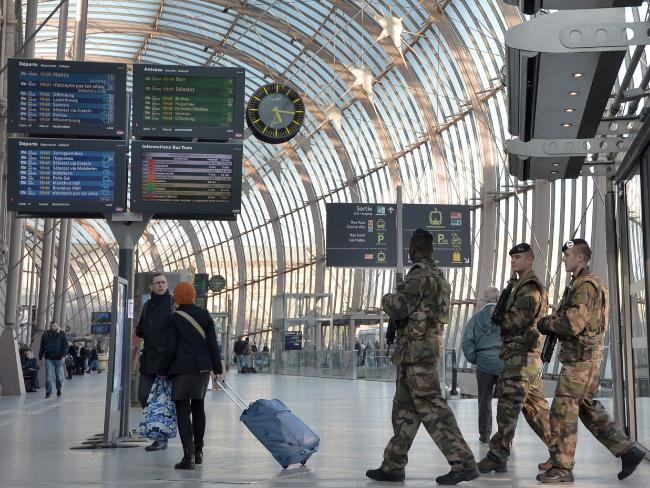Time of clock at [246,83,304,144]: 5:16
